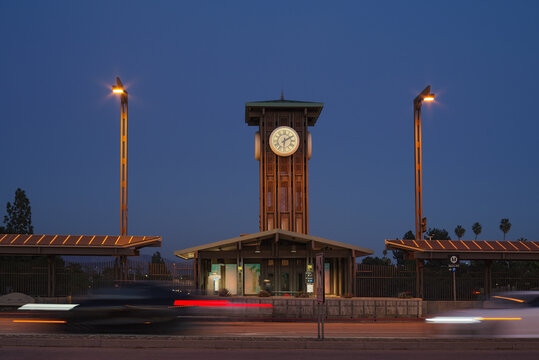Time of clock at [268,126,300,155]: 6:10
